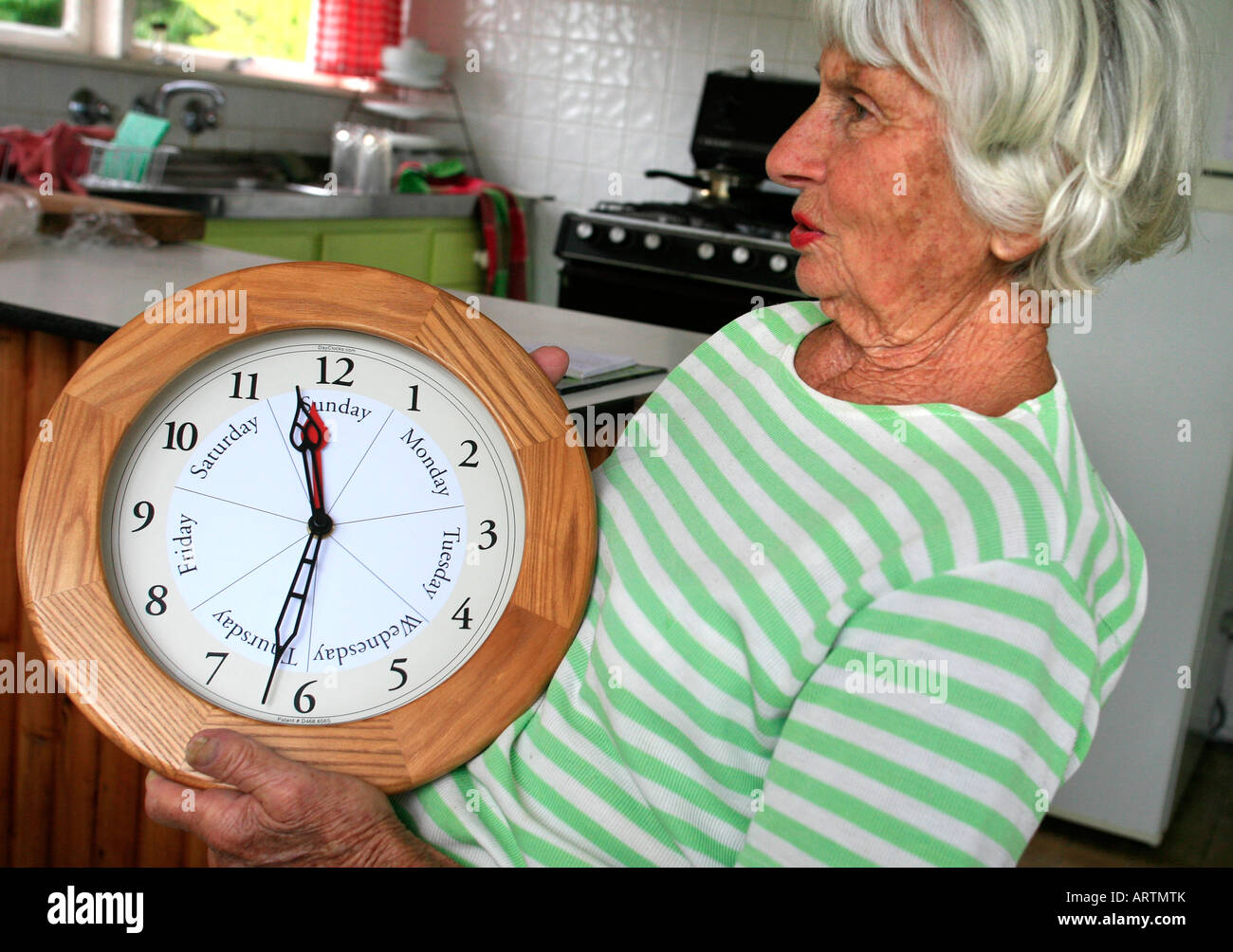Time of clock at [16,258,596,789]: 11:32
